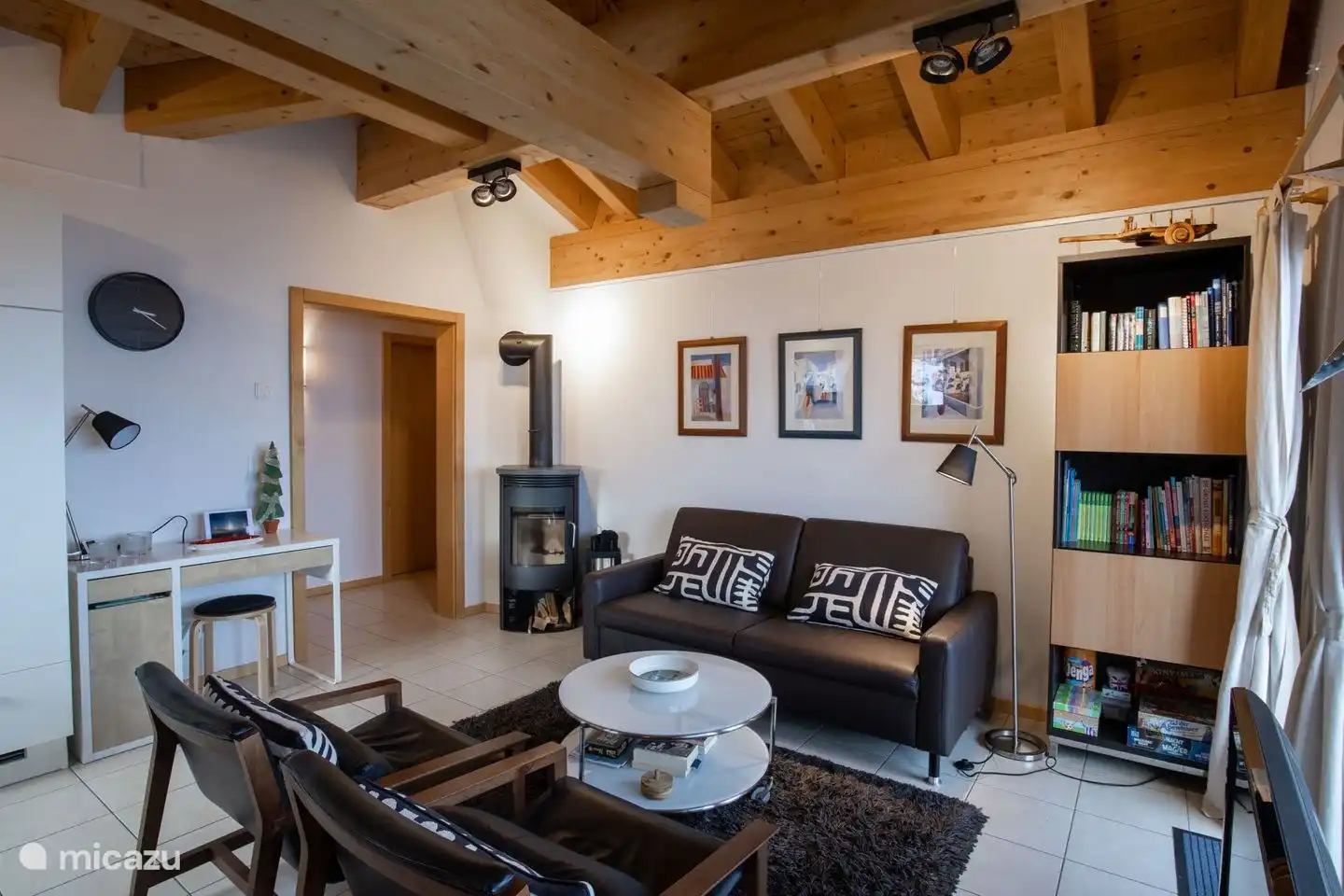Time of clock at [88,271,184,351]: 3:21
